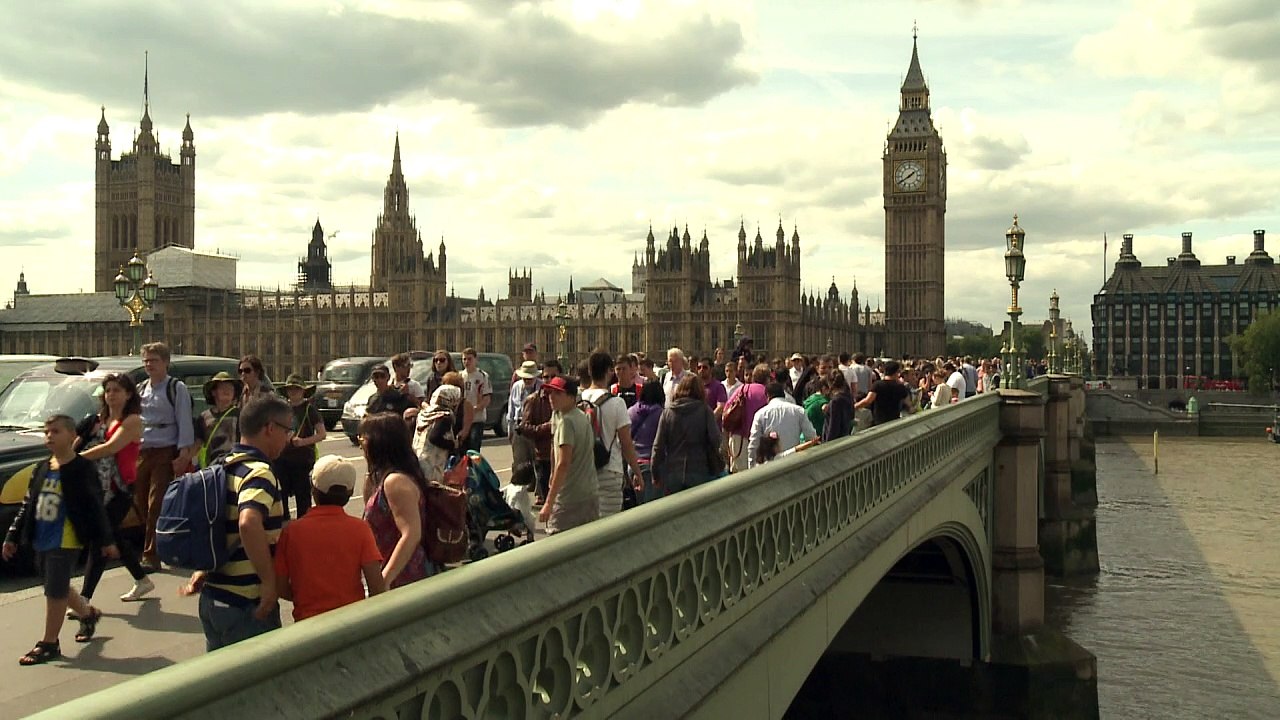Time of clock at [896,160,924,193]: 1:40
